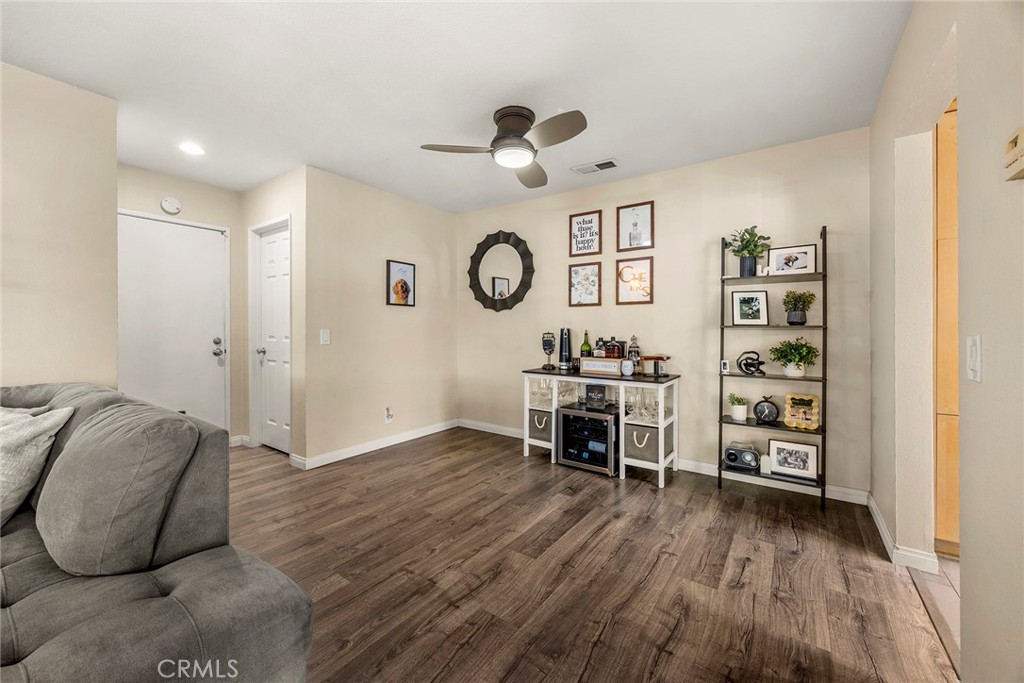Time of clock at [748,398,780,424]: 11:35
